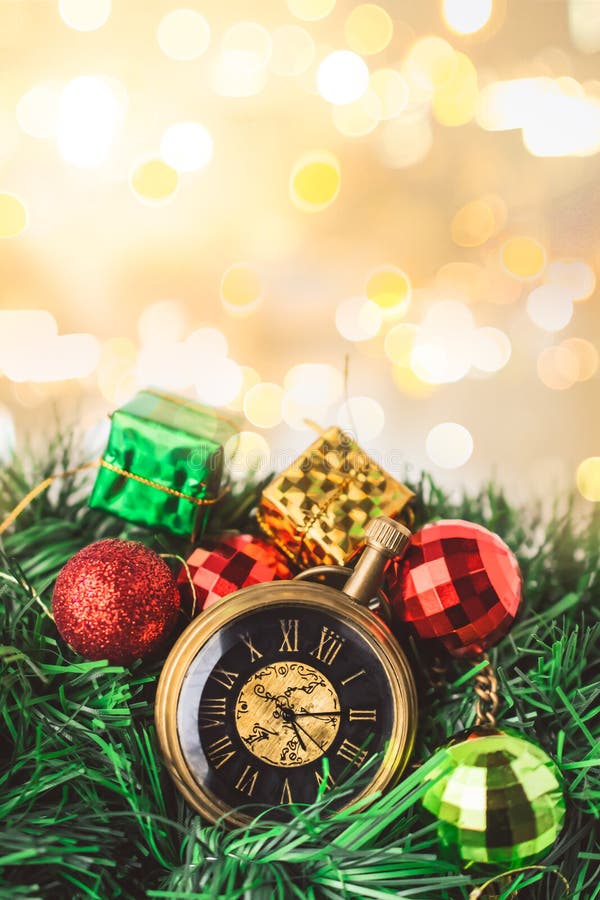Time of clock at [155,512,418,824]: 5:15
